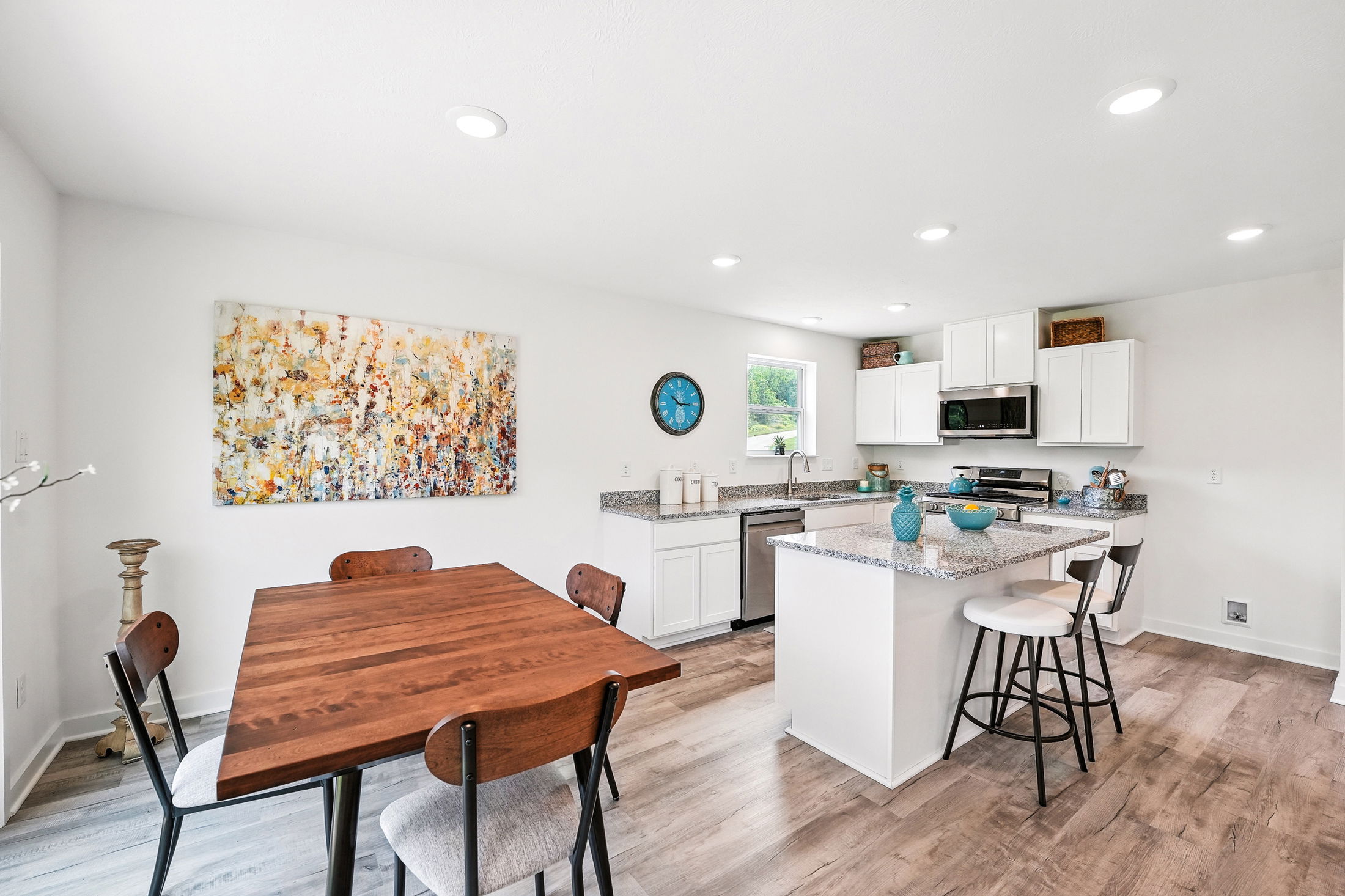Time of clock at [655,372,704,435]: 10:15
